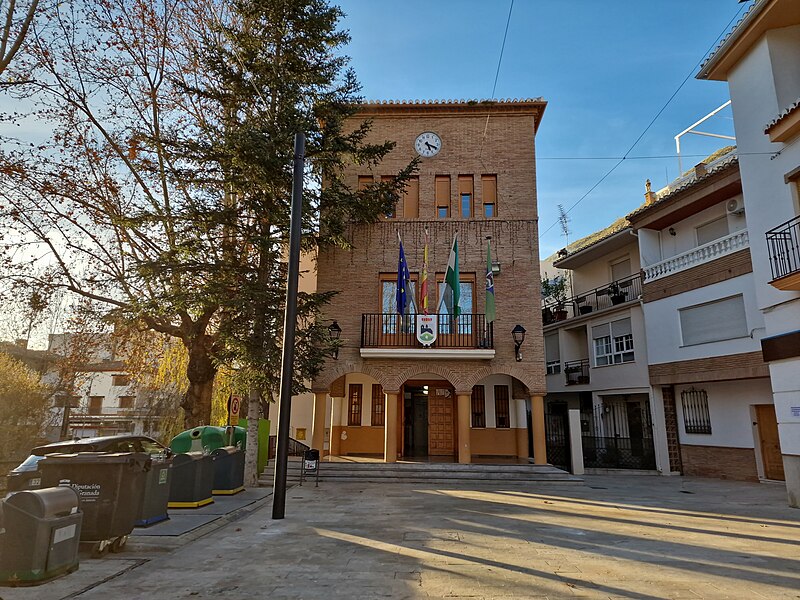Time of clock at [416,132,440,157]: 5:18
